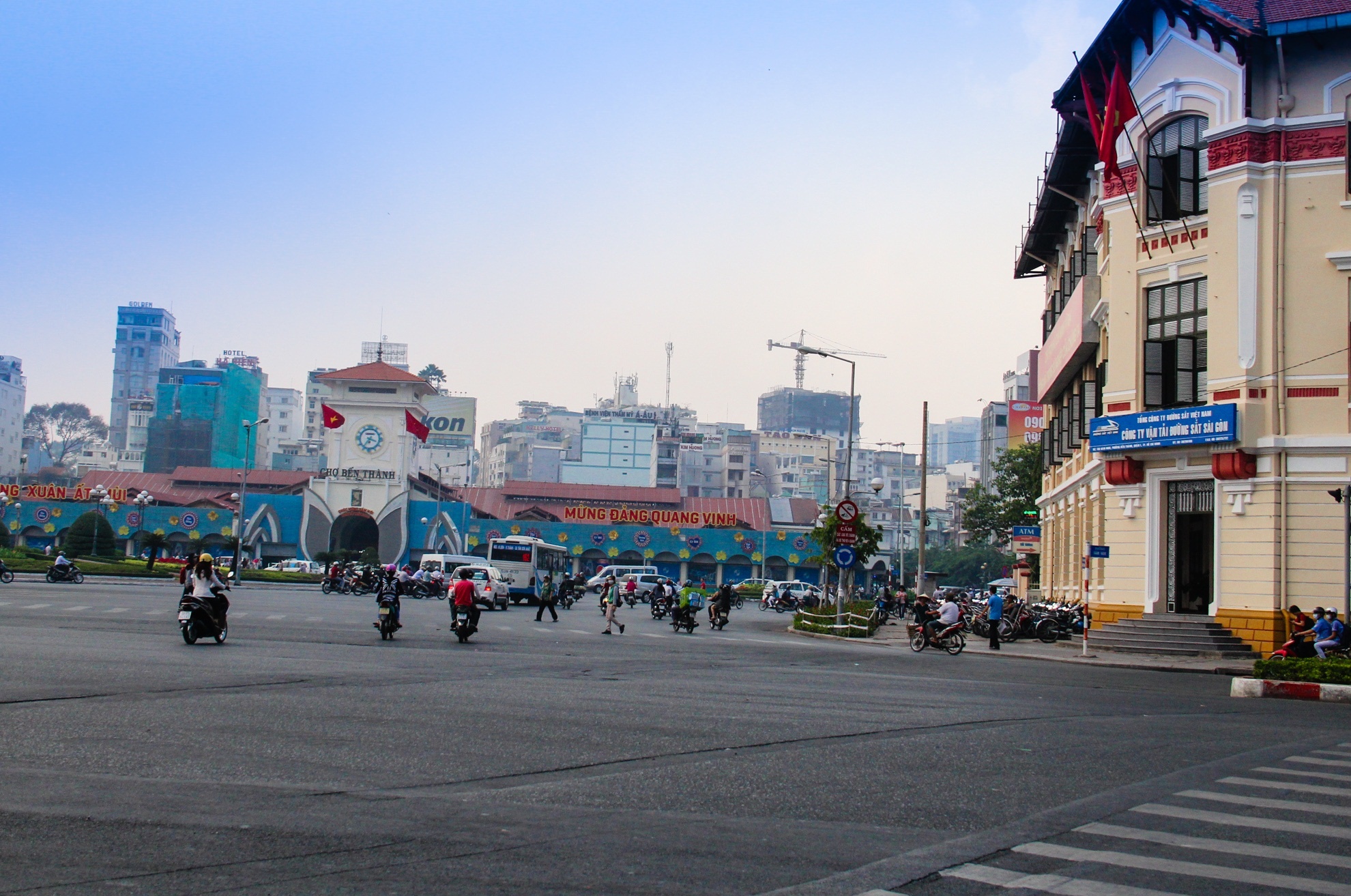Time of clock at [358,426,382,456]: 3:36
